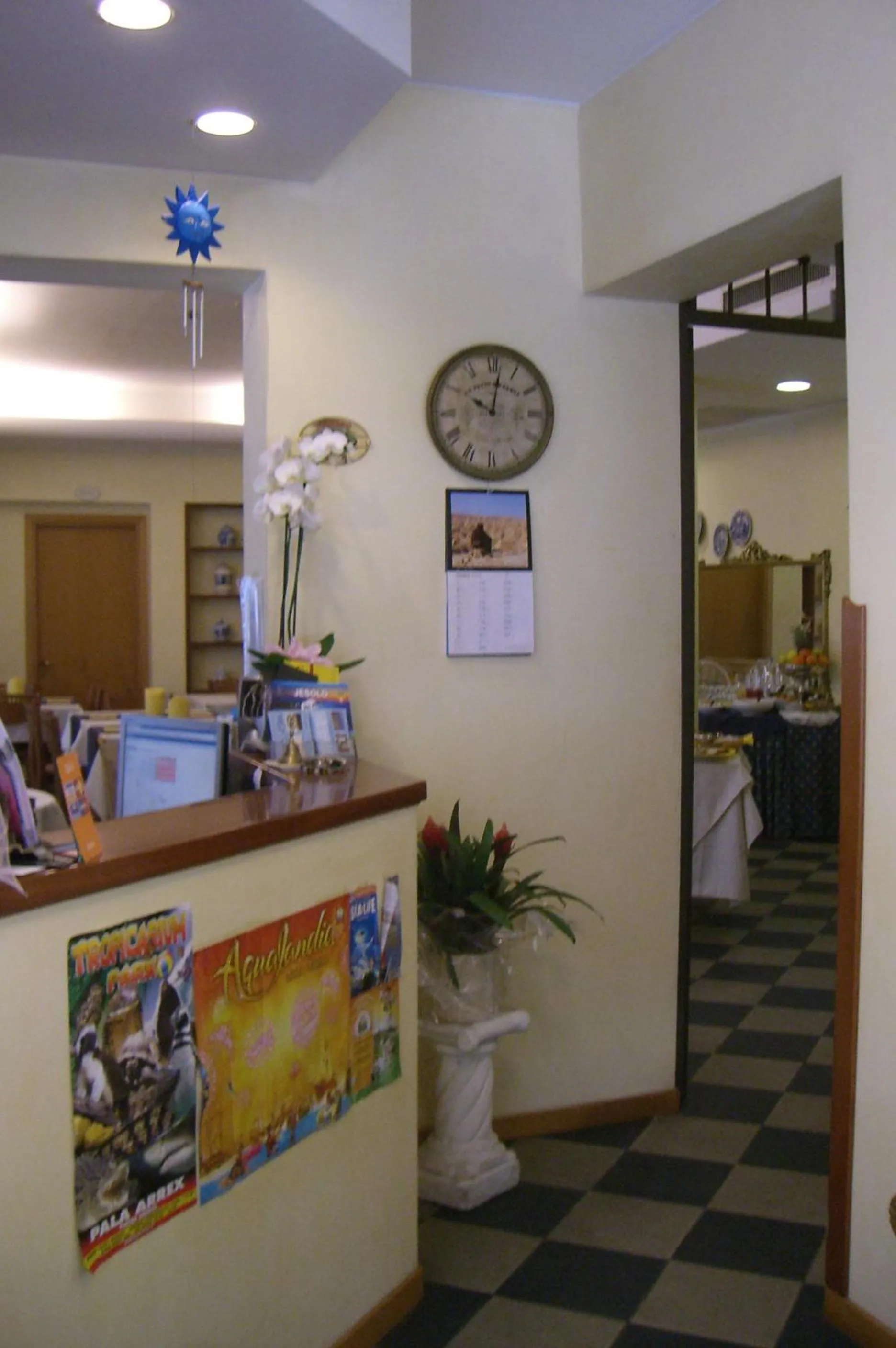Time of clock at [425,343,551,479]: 10:01
